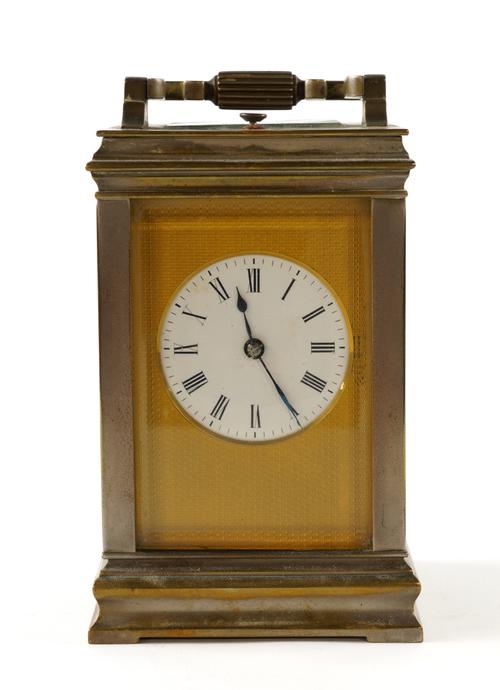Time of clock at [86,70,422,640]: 11:24
